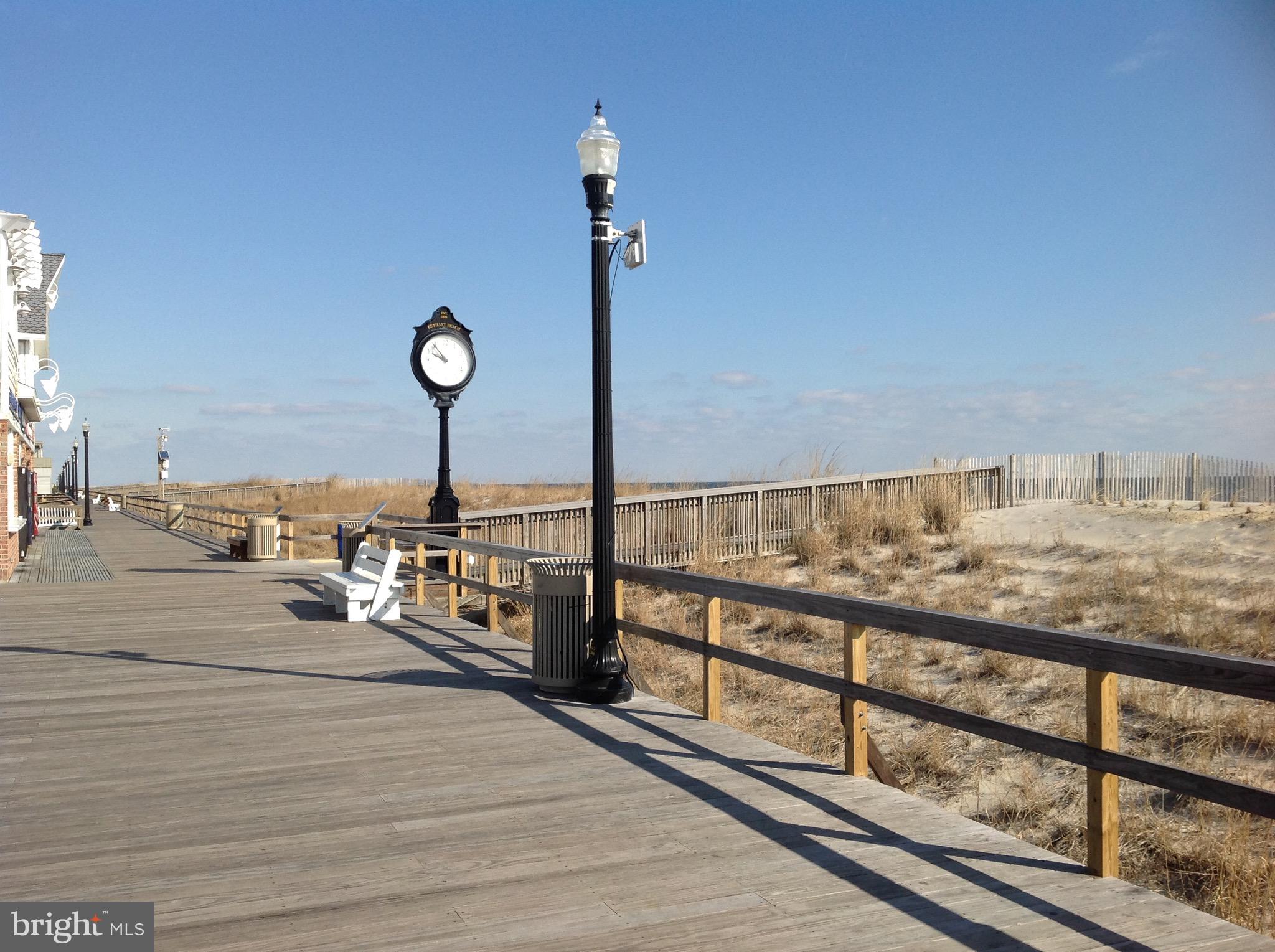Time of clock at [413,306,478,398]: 9:53
